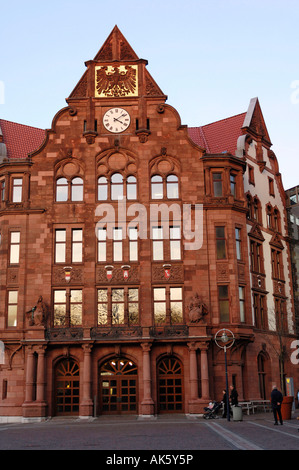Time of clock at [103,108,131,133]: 4:08
